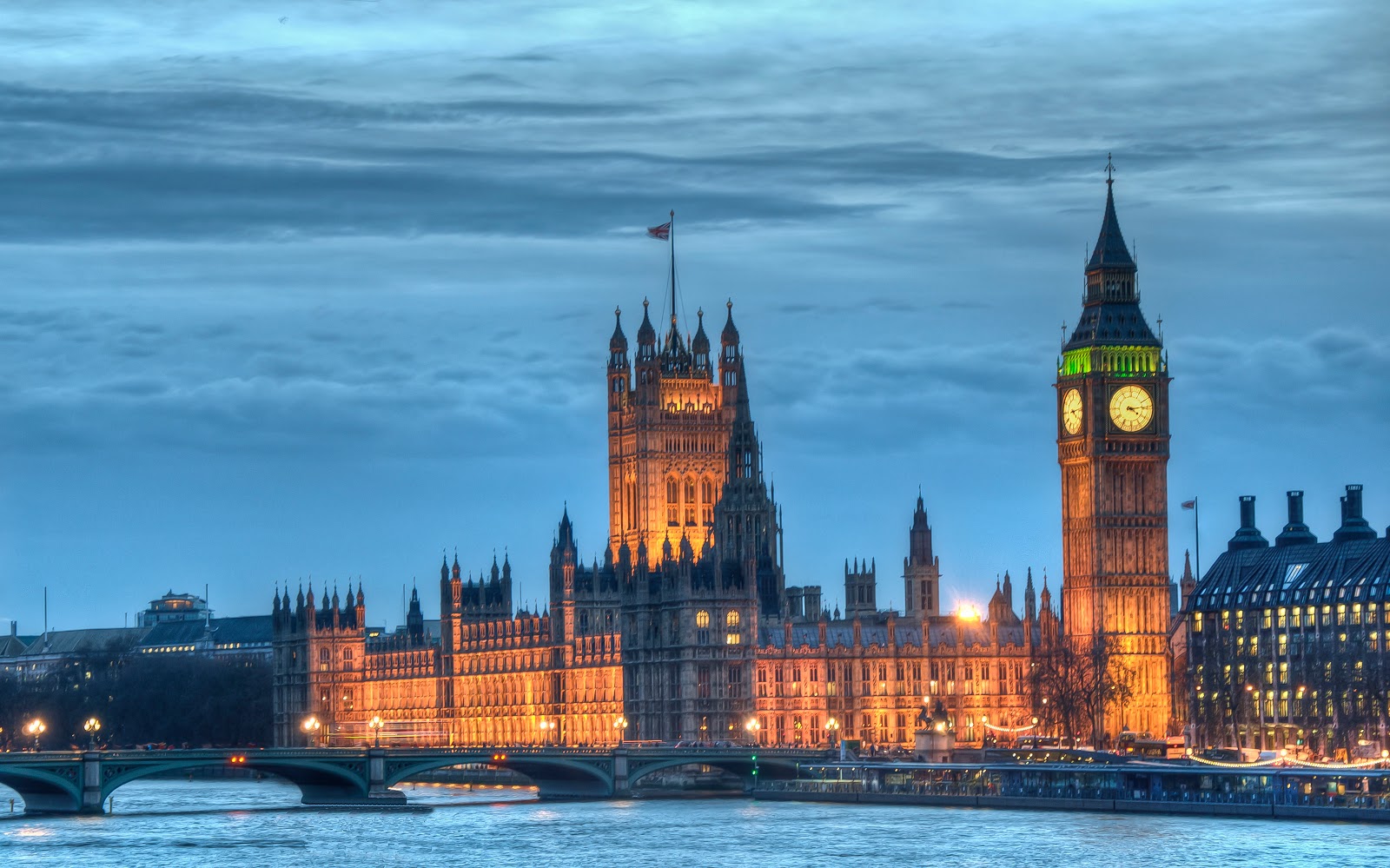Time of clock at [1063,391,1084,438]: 4:13
